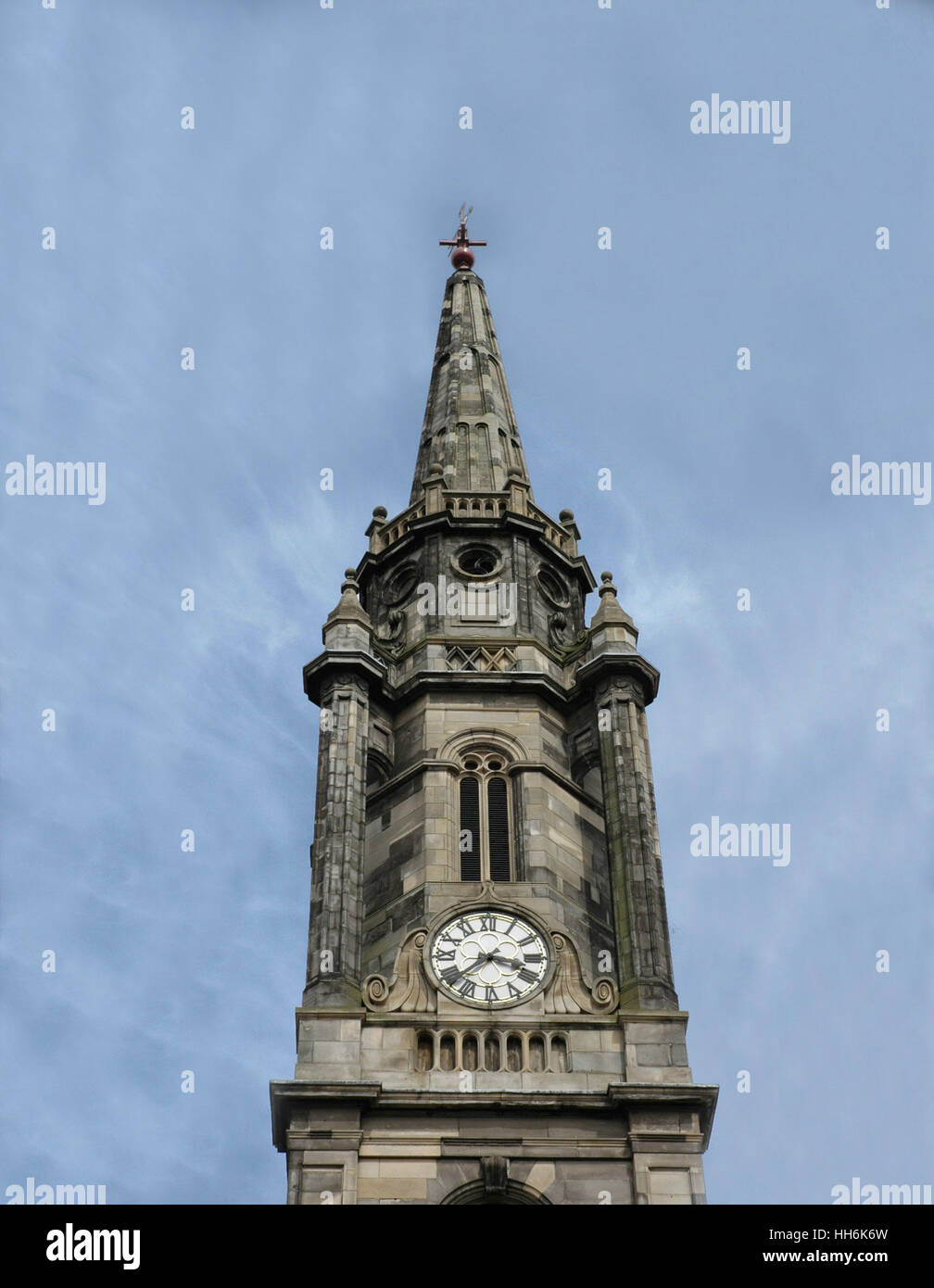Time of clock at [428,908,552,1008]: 3:38
